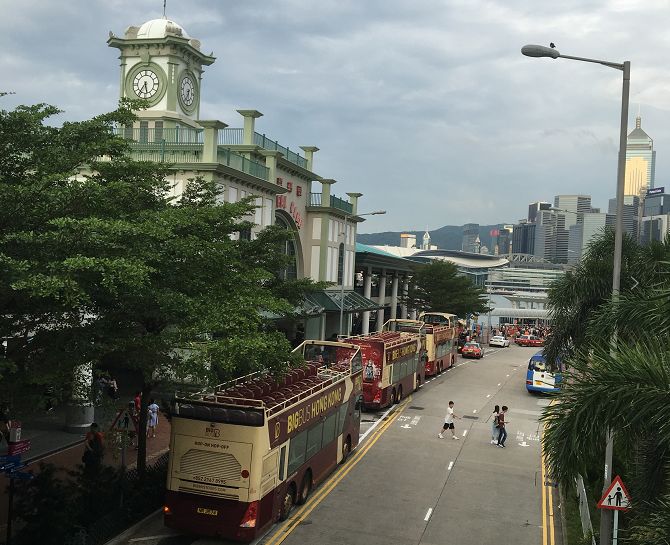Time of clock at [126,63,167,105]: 5:35
